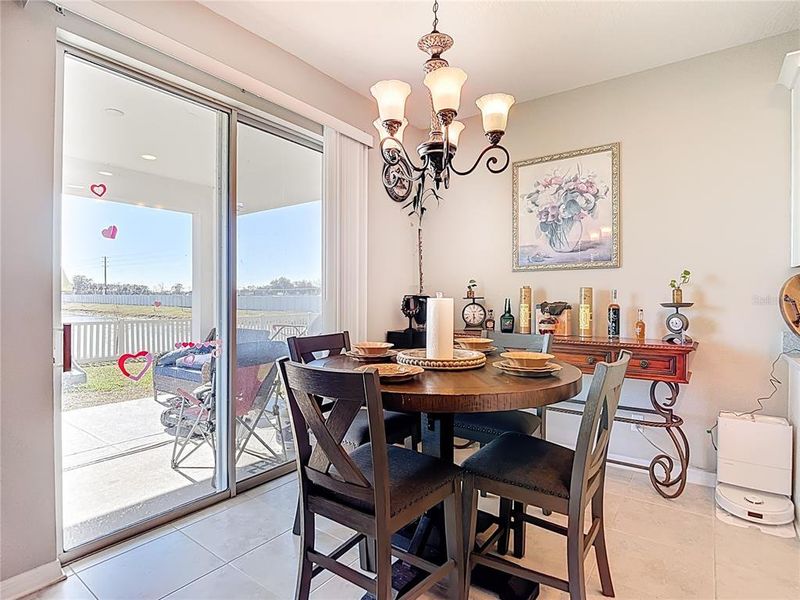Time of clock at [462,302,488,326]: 5:30
